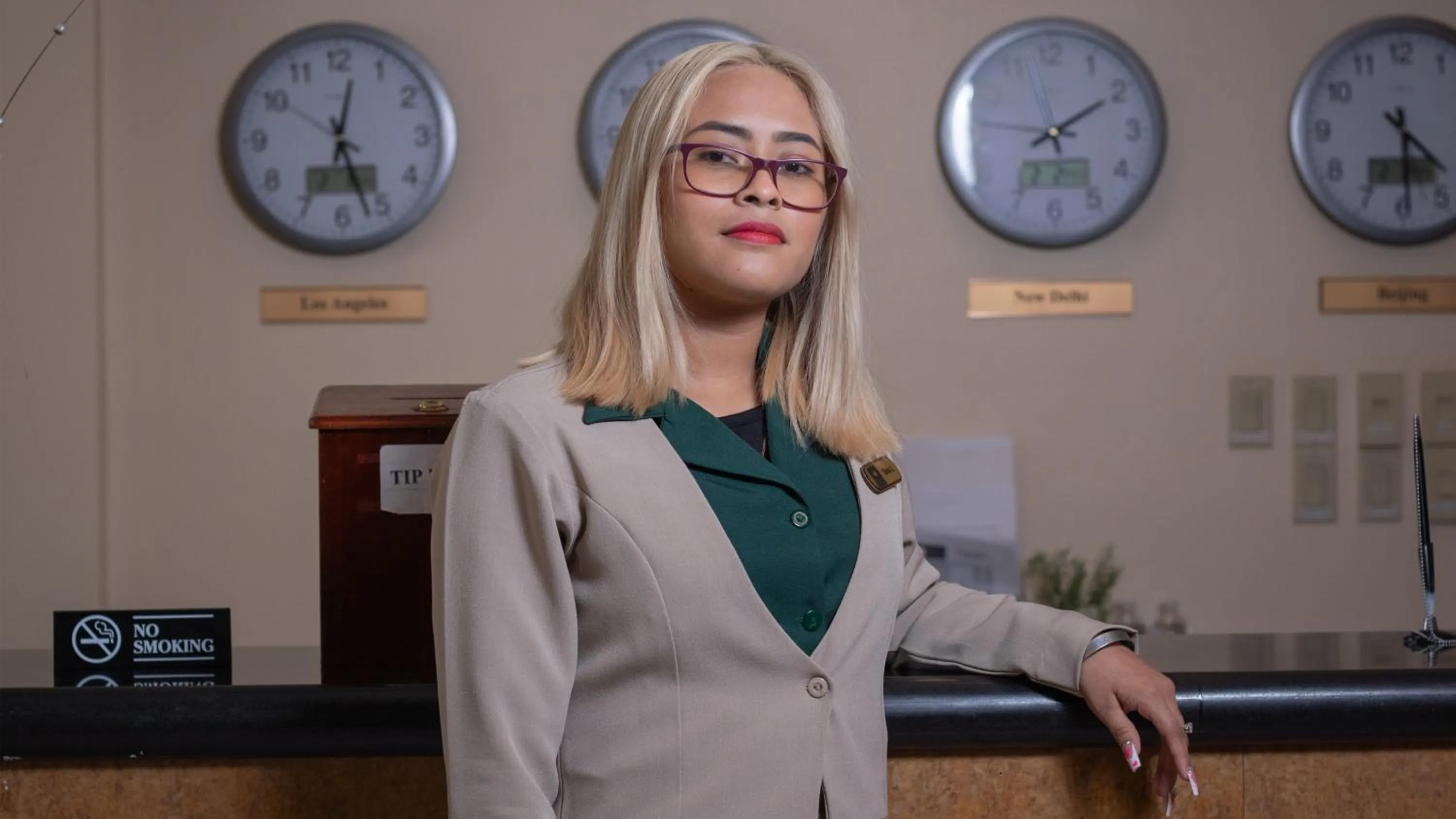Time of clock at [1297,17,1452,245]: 4:29
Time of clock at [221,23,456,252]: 12:26
